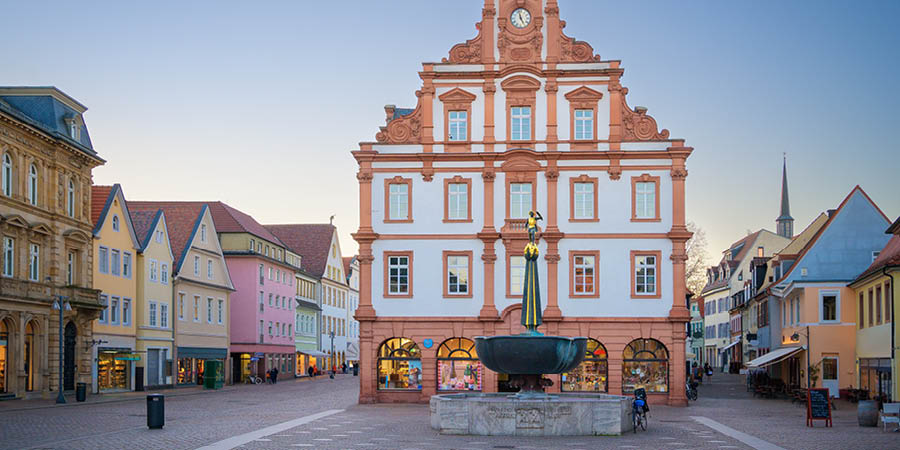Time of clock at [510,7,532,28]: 4:57
